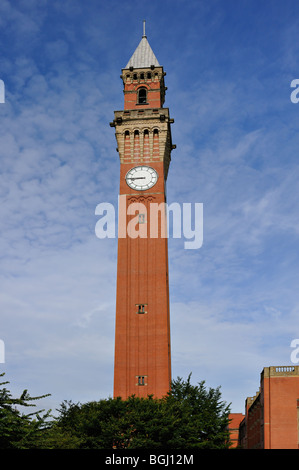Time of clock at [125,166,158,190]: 8:45
